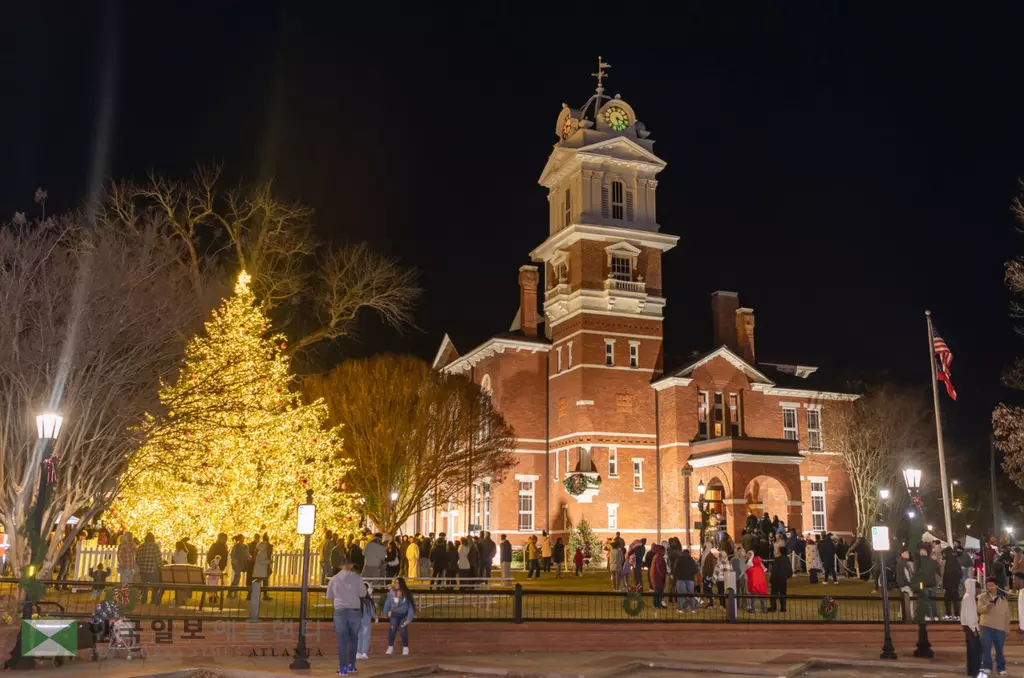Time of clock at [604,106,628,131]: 3:27
